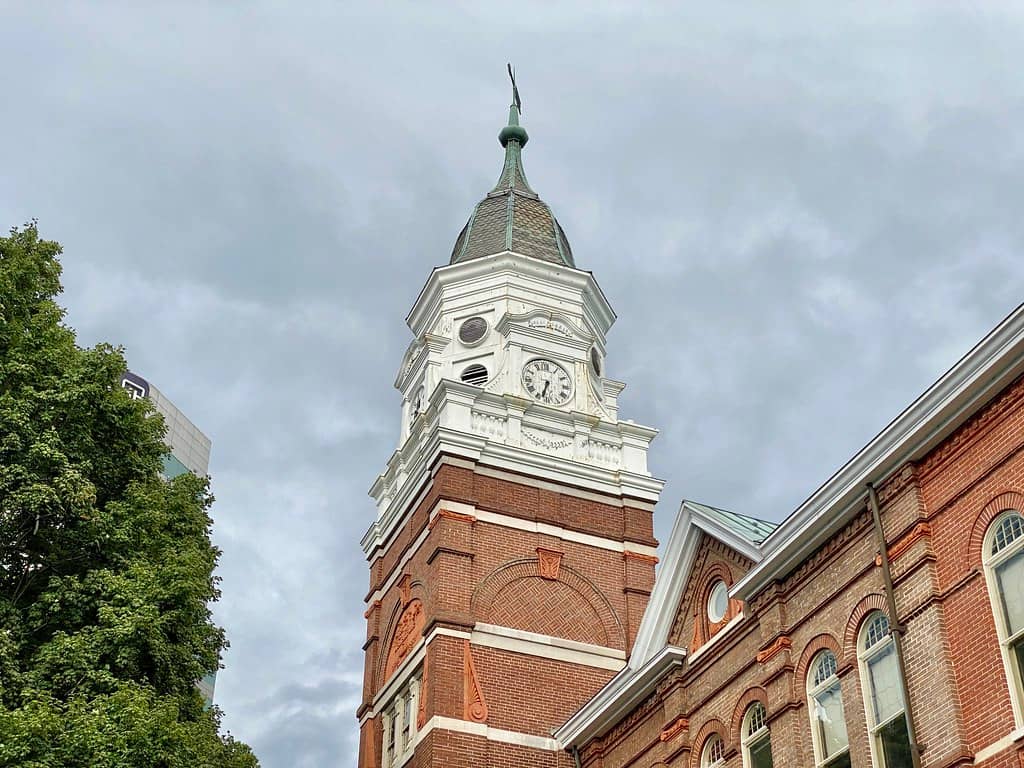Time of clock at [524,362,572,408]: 6:32
